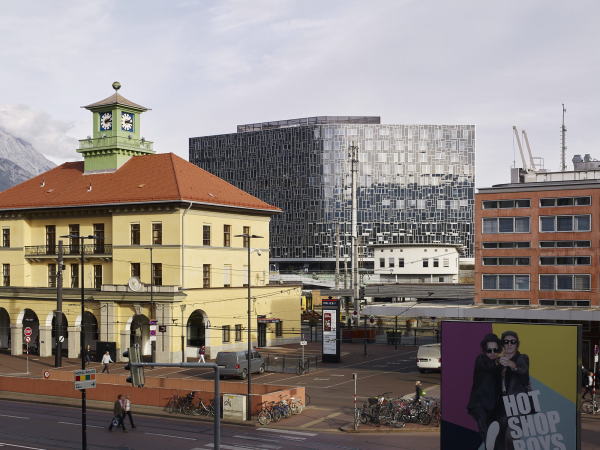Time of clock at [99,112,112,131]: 2:16
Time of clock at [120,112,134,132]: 2:15
